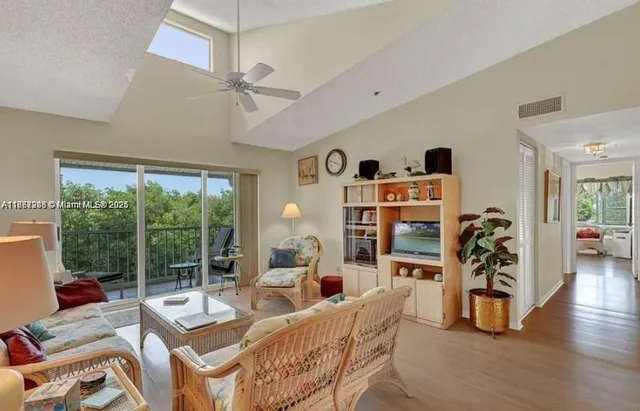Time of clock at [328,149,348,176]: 3:47
